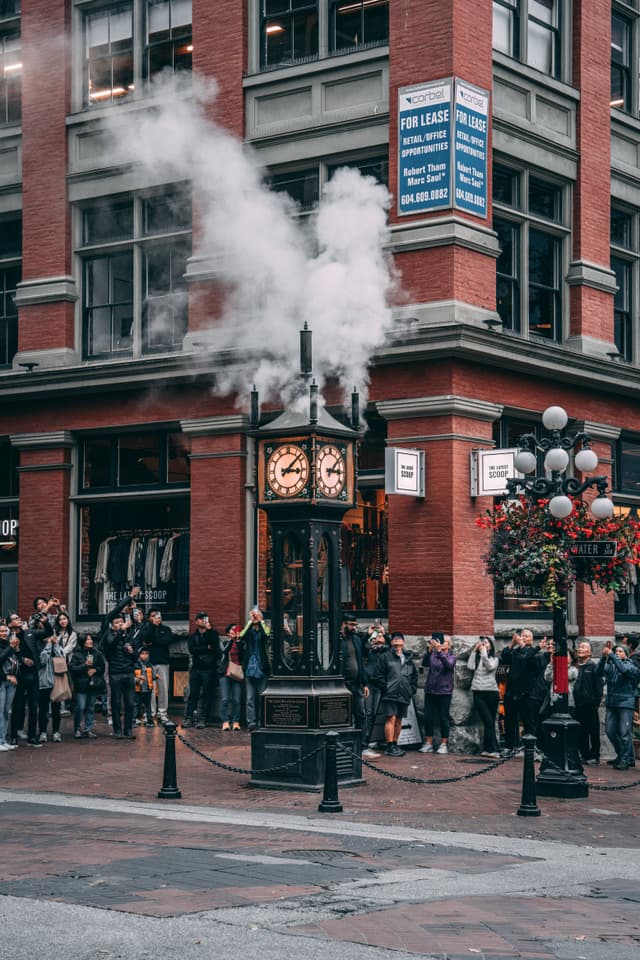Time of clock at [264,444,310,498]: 3:08
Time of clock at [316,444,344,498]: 3:07
